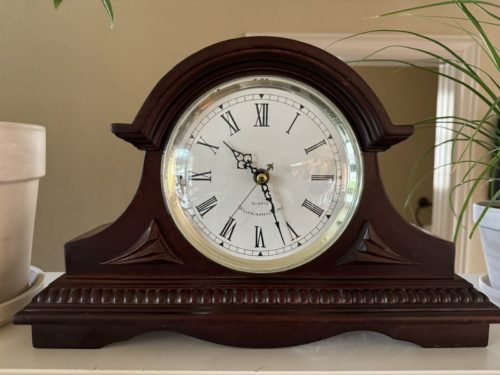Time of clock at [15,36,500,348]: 10:26
